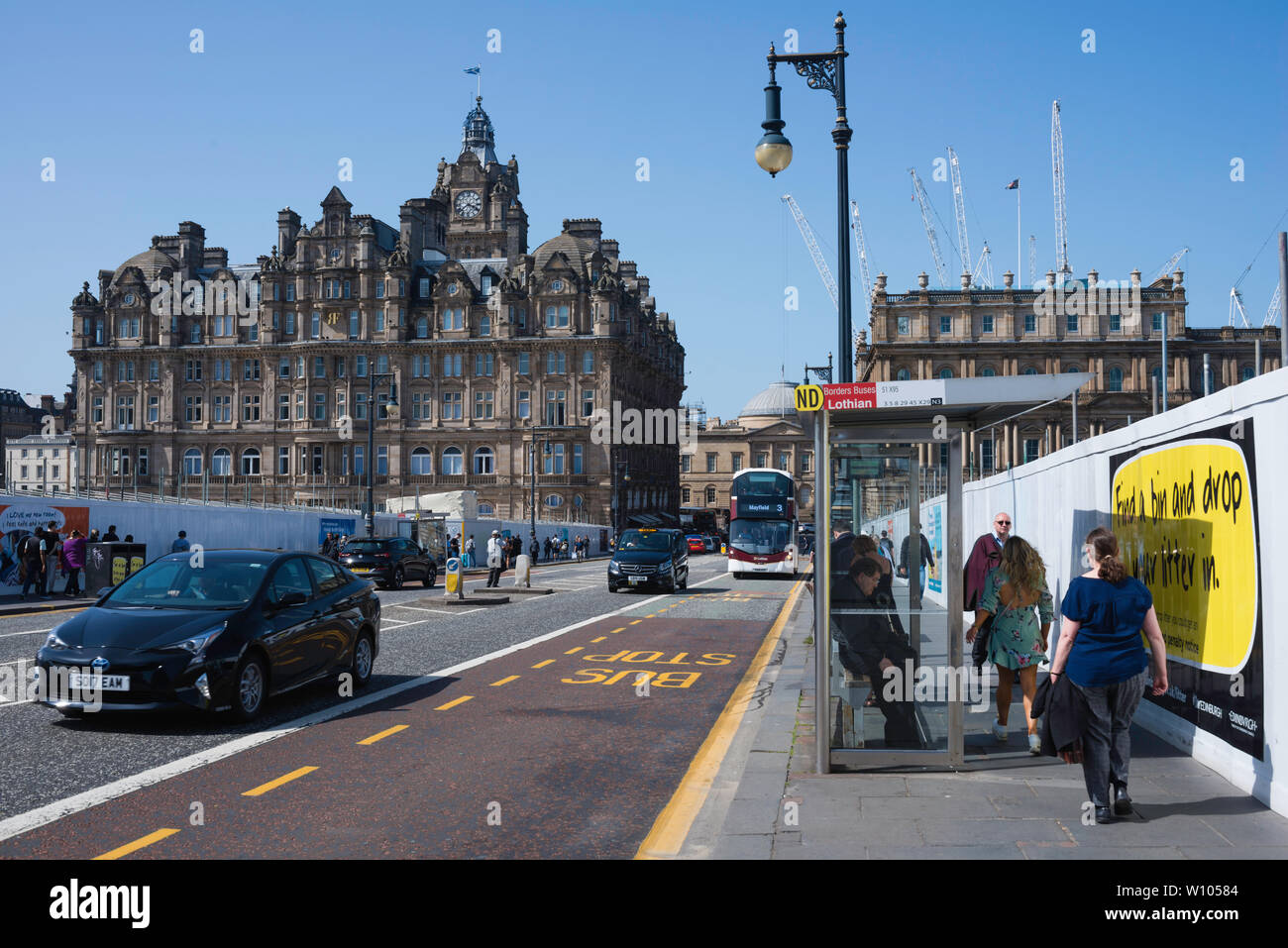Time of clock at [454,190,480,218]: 3:38
